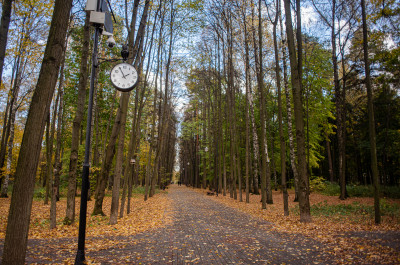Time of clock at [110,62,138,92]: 1:55
